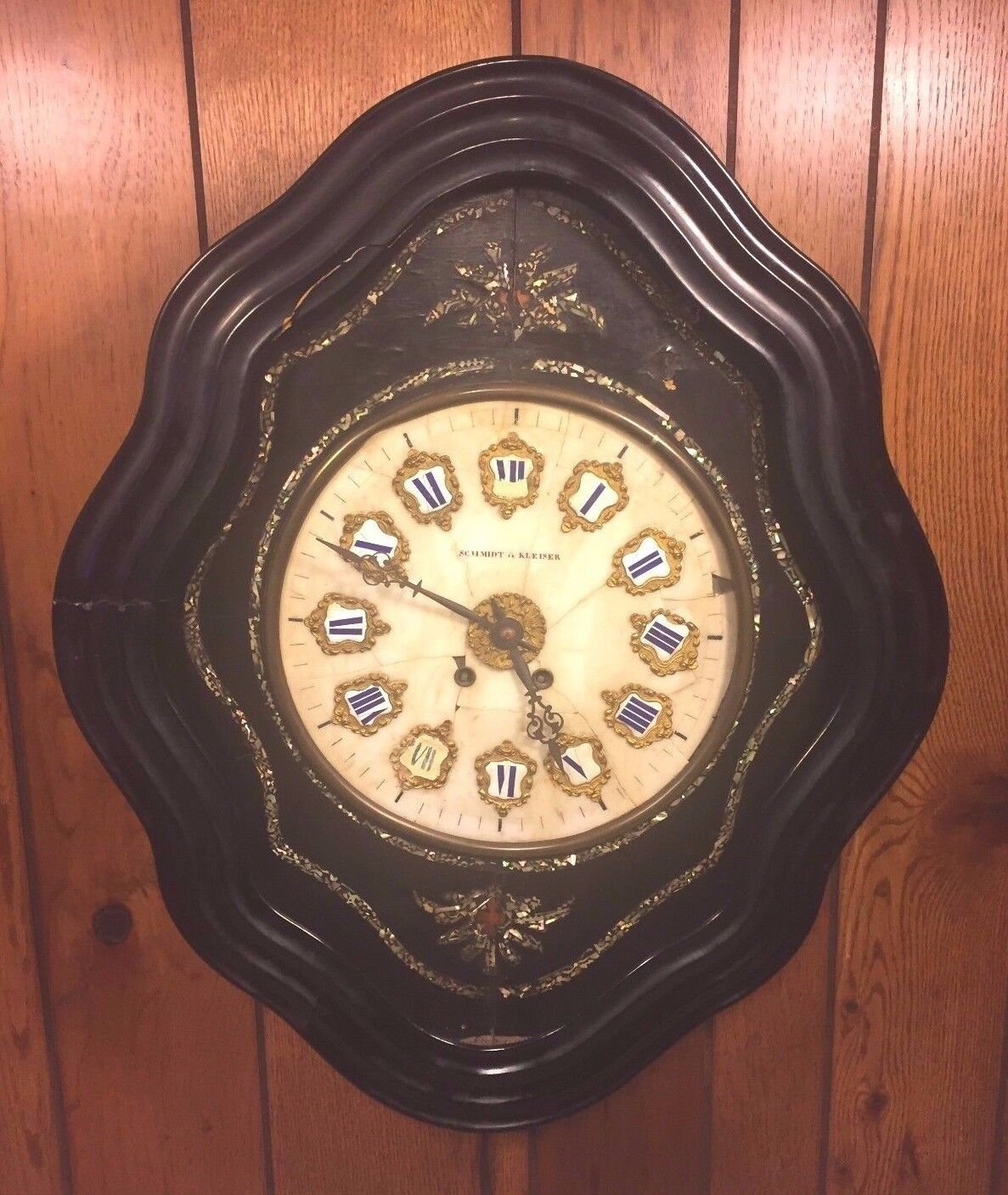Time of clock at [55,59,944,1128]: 4:49
